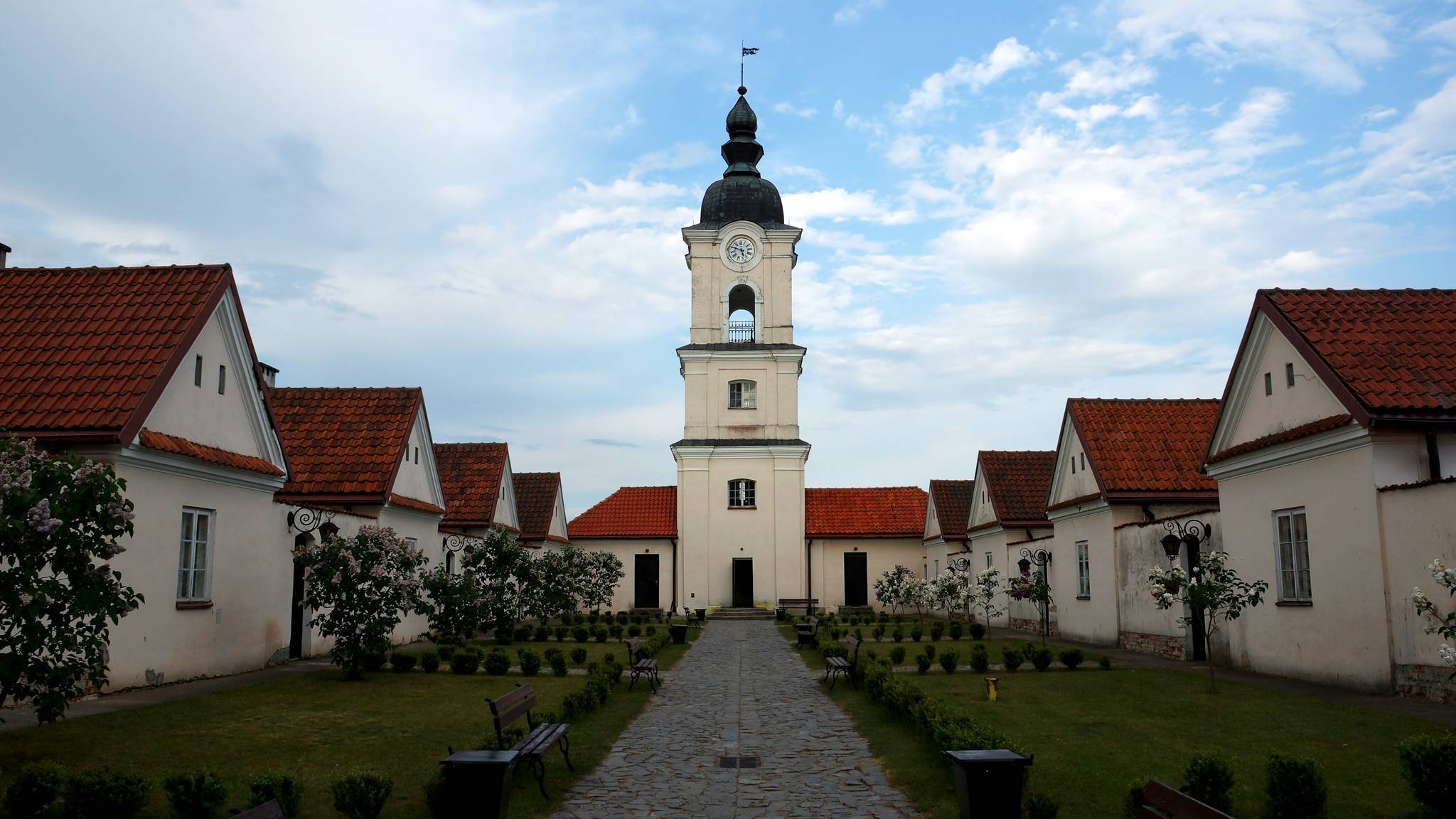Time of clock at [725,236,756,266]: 5:48
